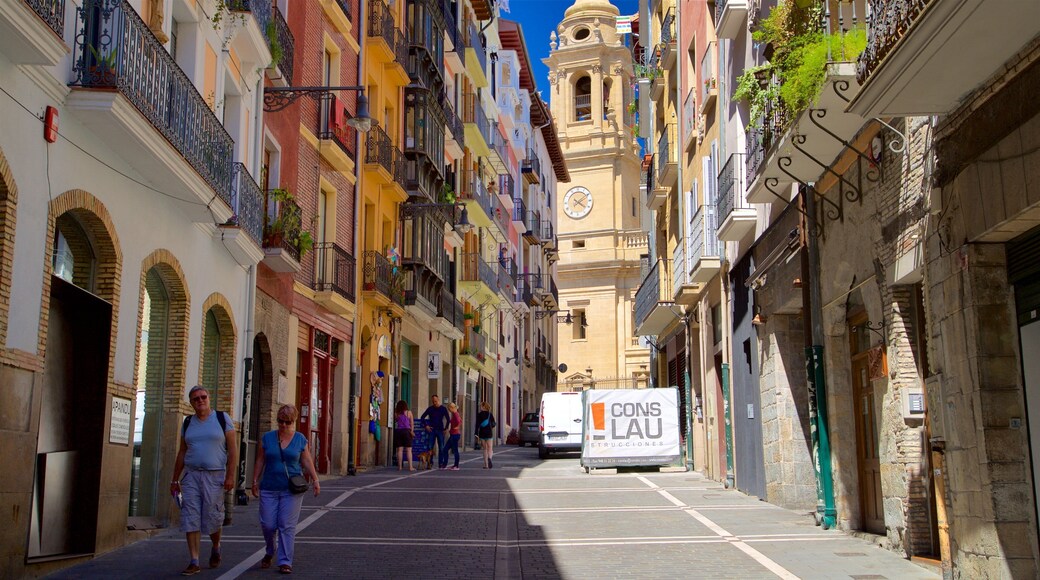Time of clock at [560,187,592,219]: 4:09
